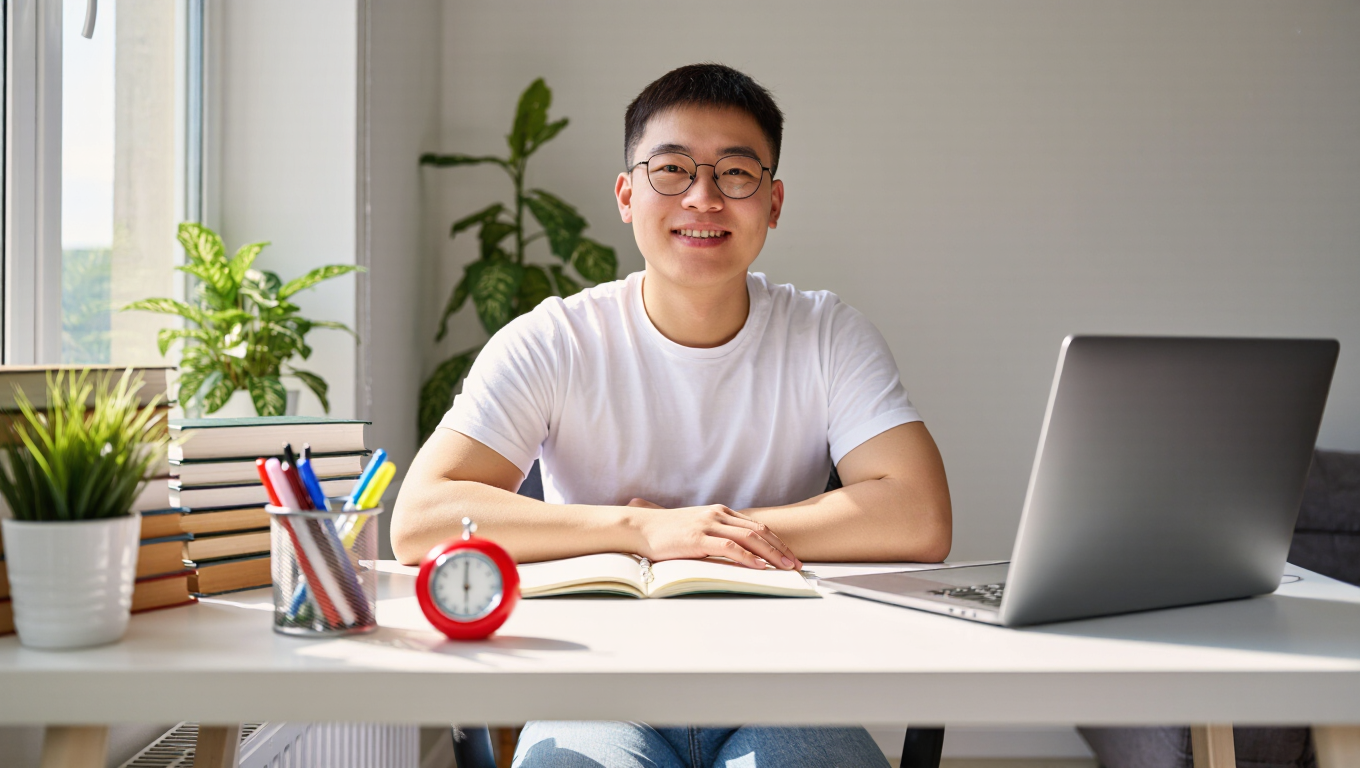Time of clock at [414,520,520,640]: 6:00
